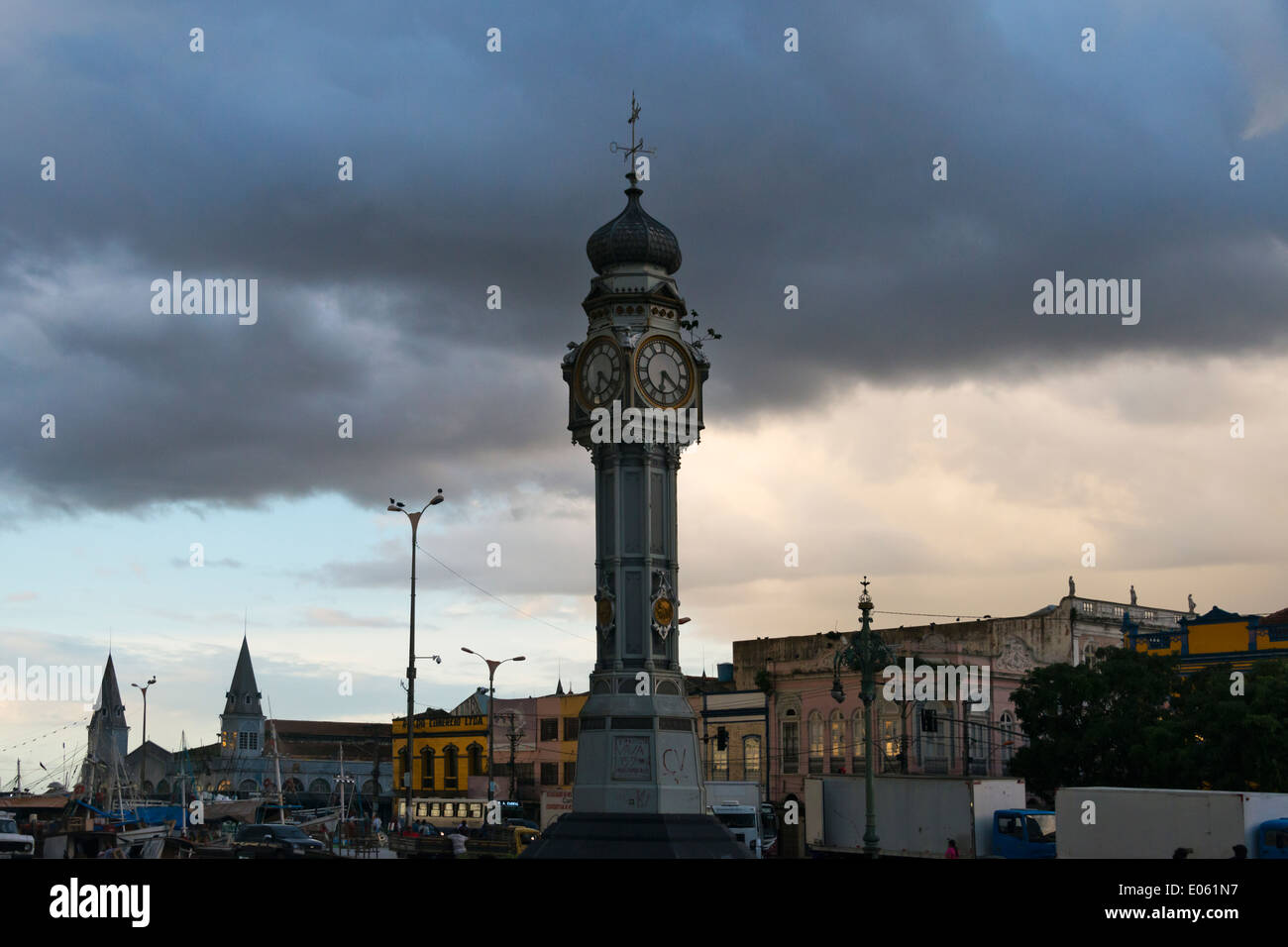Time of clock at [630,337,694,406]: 6:21
